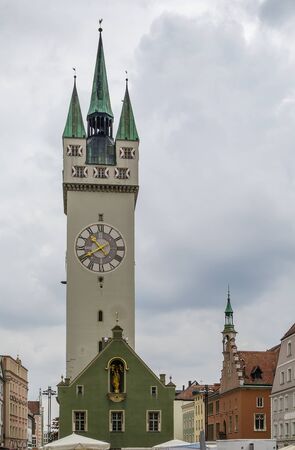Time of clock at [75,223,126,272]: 10:40
